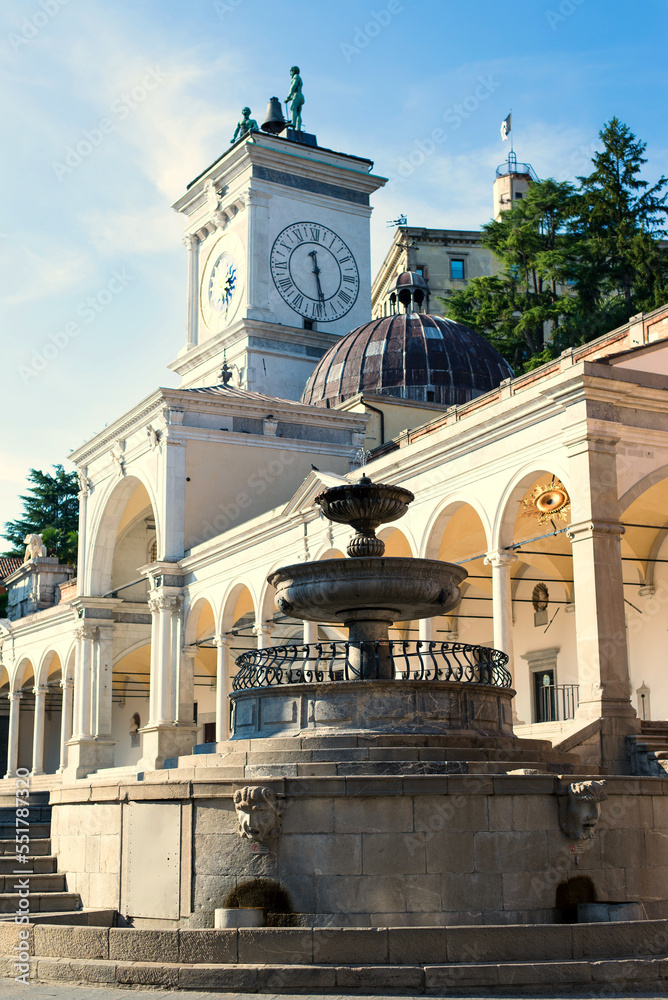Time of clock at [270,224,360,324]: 11:28
